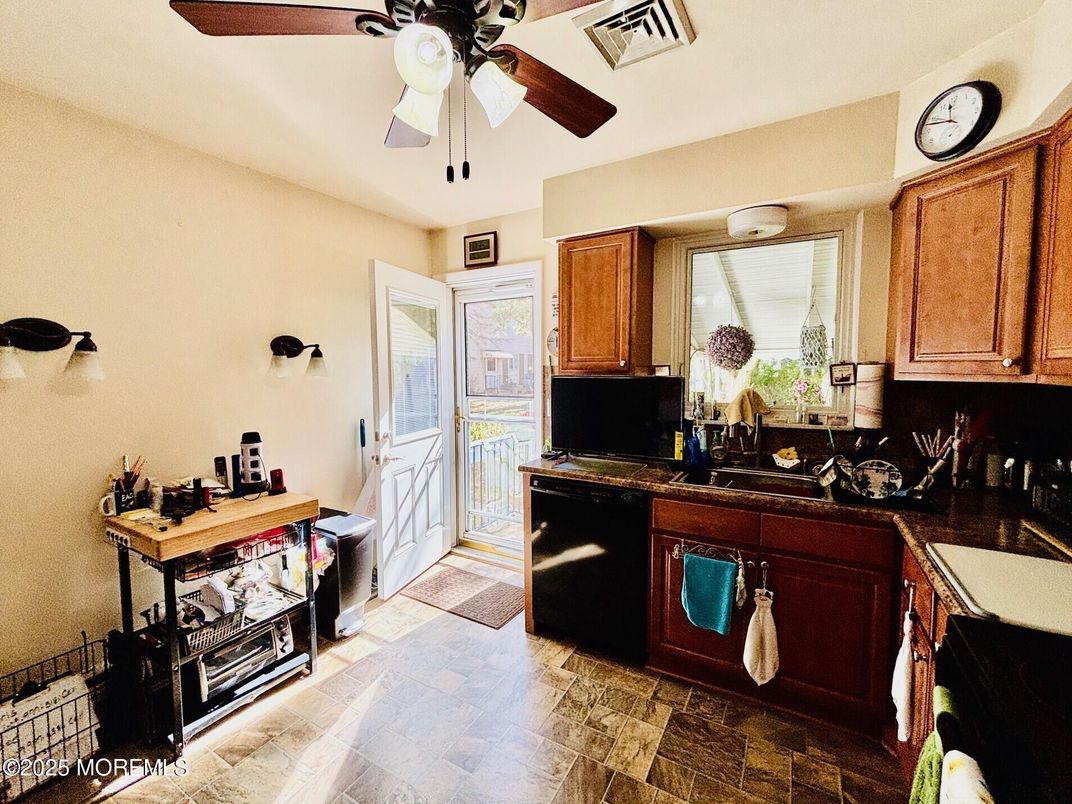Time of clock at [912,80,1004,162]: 11:47
